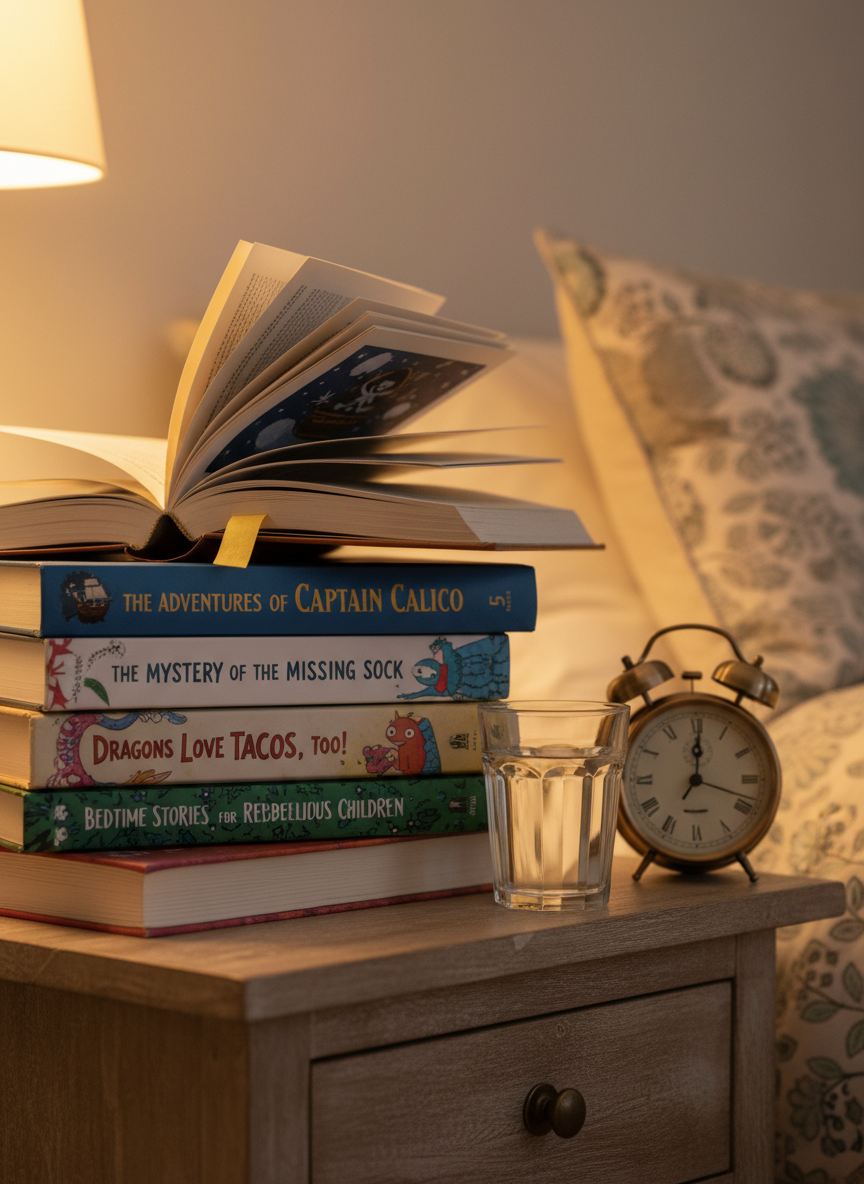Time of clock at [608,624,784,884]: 12:18
